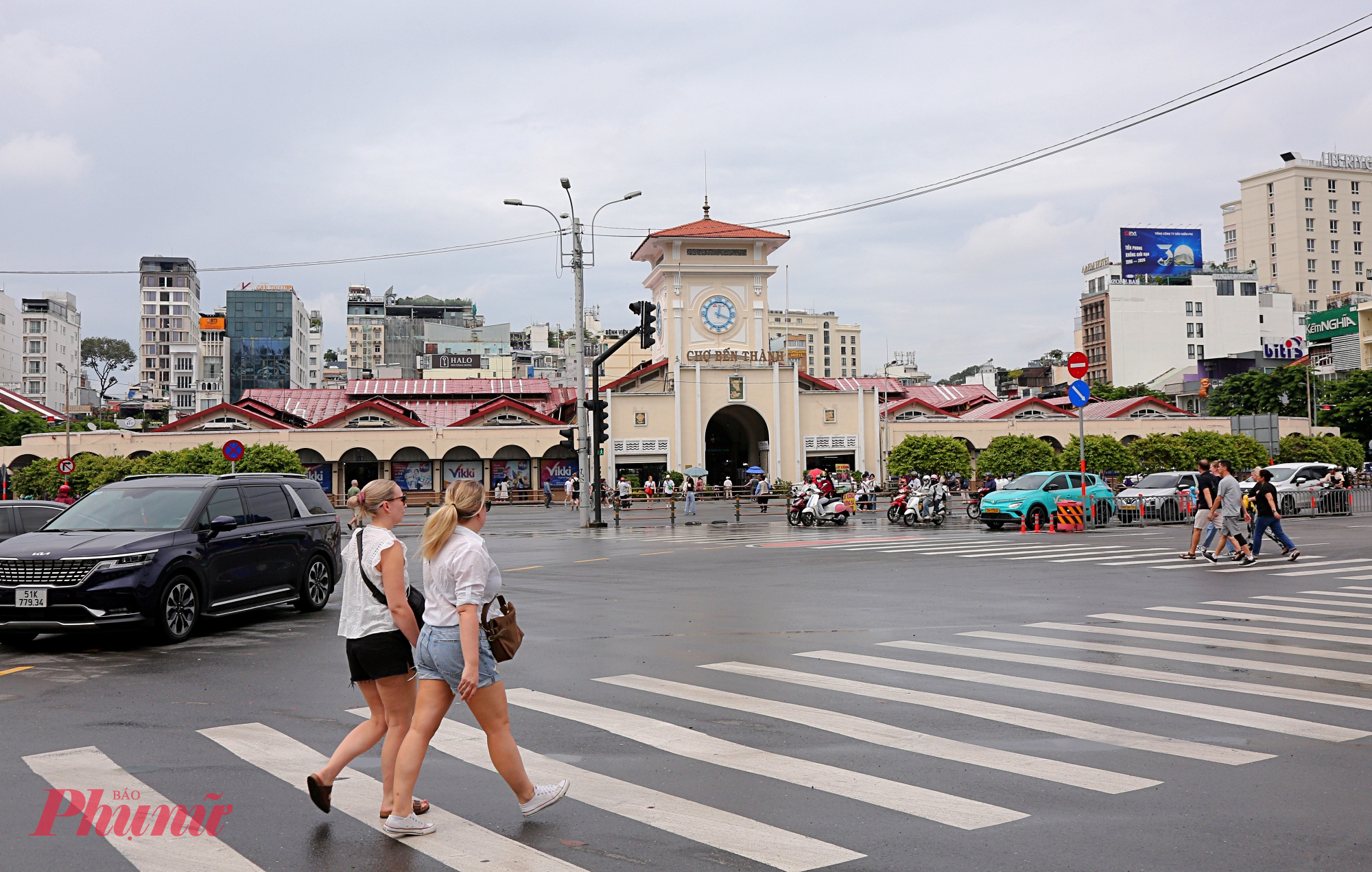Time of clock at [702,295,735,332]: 12:18
